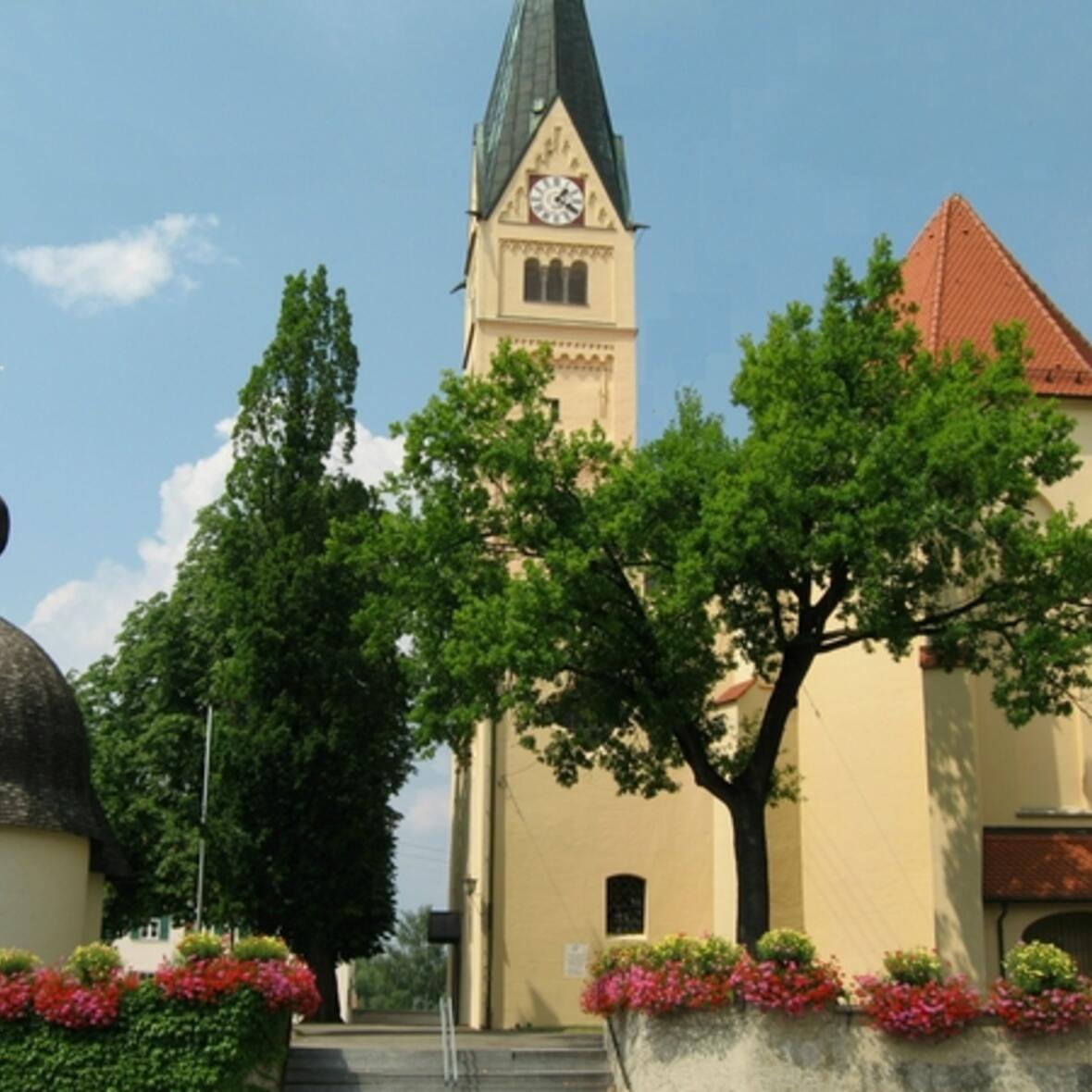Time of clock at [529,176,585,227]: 1:20
